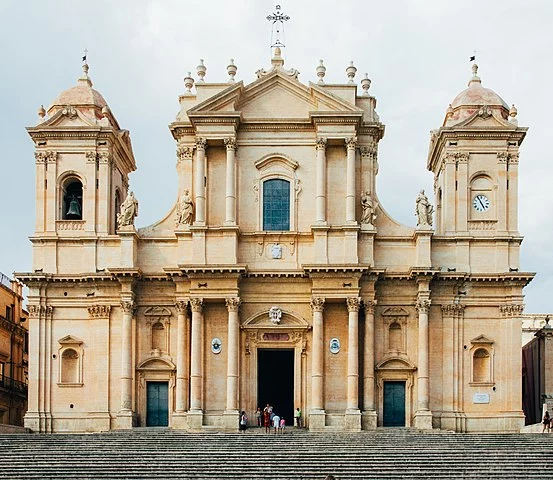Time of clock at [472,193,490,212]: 4:54
